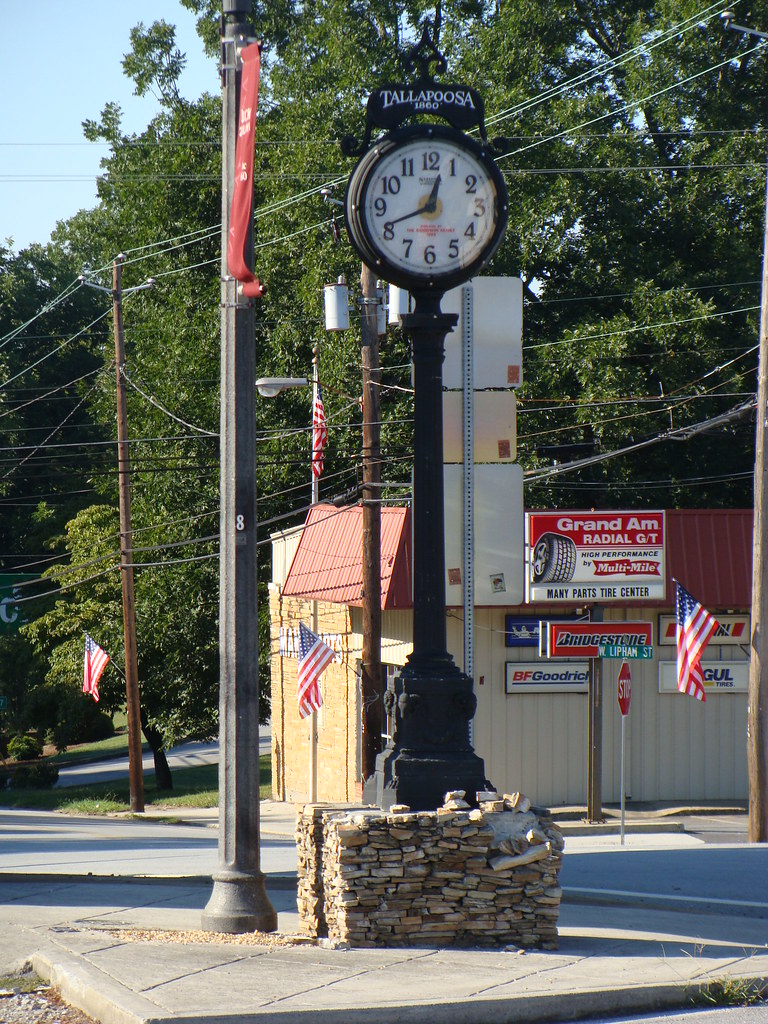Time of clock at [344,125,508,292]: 12:41
